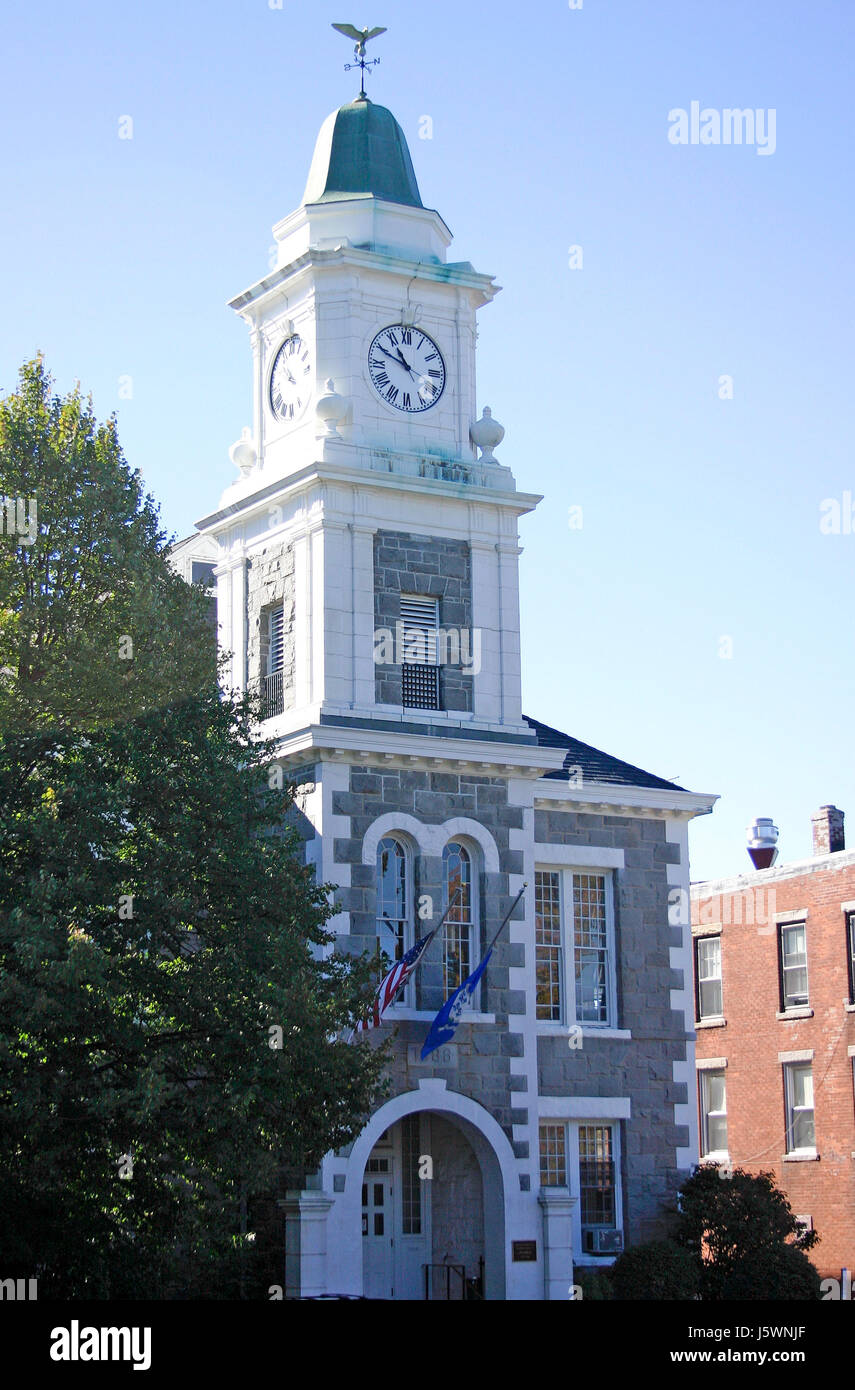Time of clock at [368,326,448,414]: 10:49
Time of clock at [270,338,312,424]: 9:53
